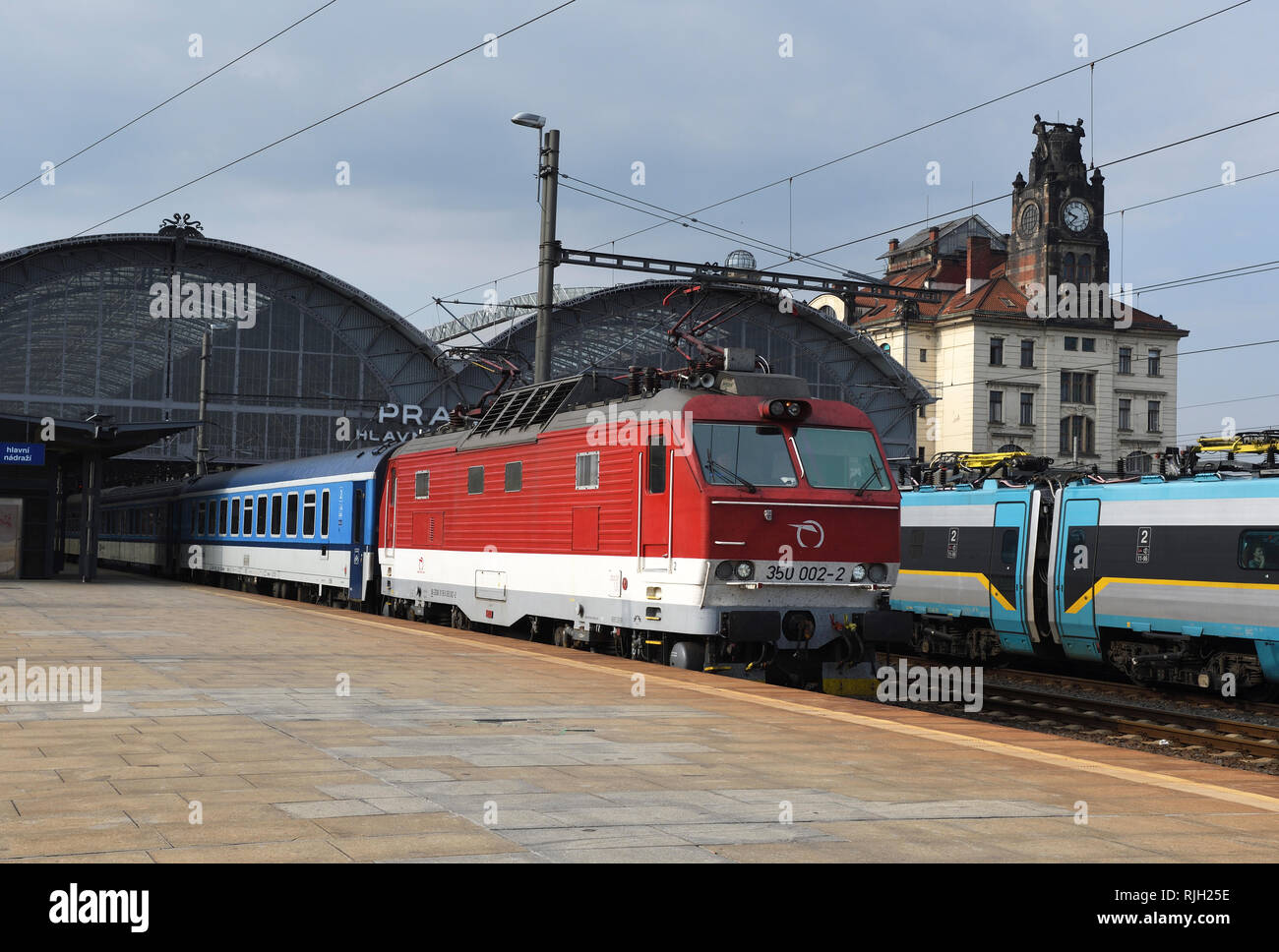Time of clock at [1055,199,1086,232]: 9:38
